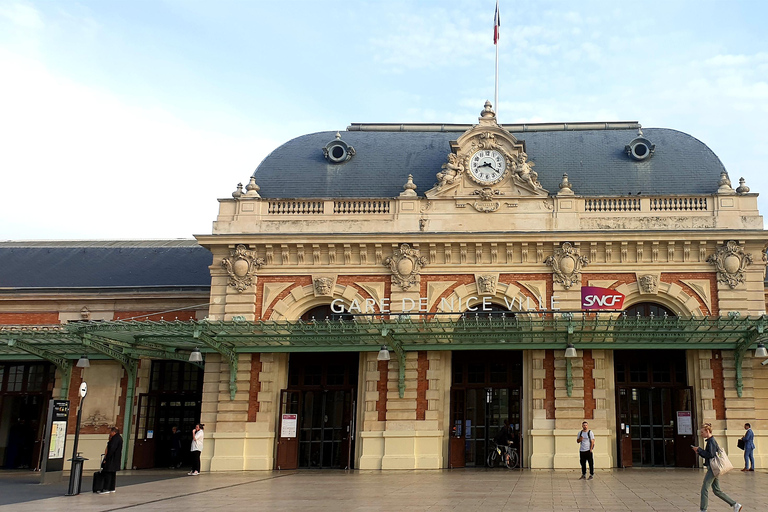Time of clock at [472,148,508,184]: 8:21
